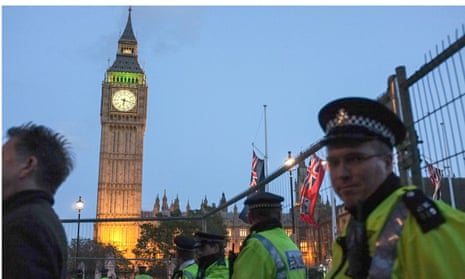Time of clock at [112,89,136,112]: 6:17
